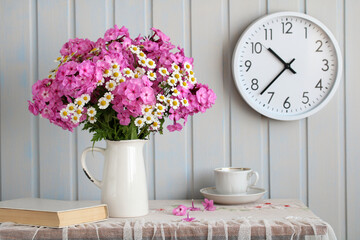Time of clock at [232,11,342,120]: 10:37
